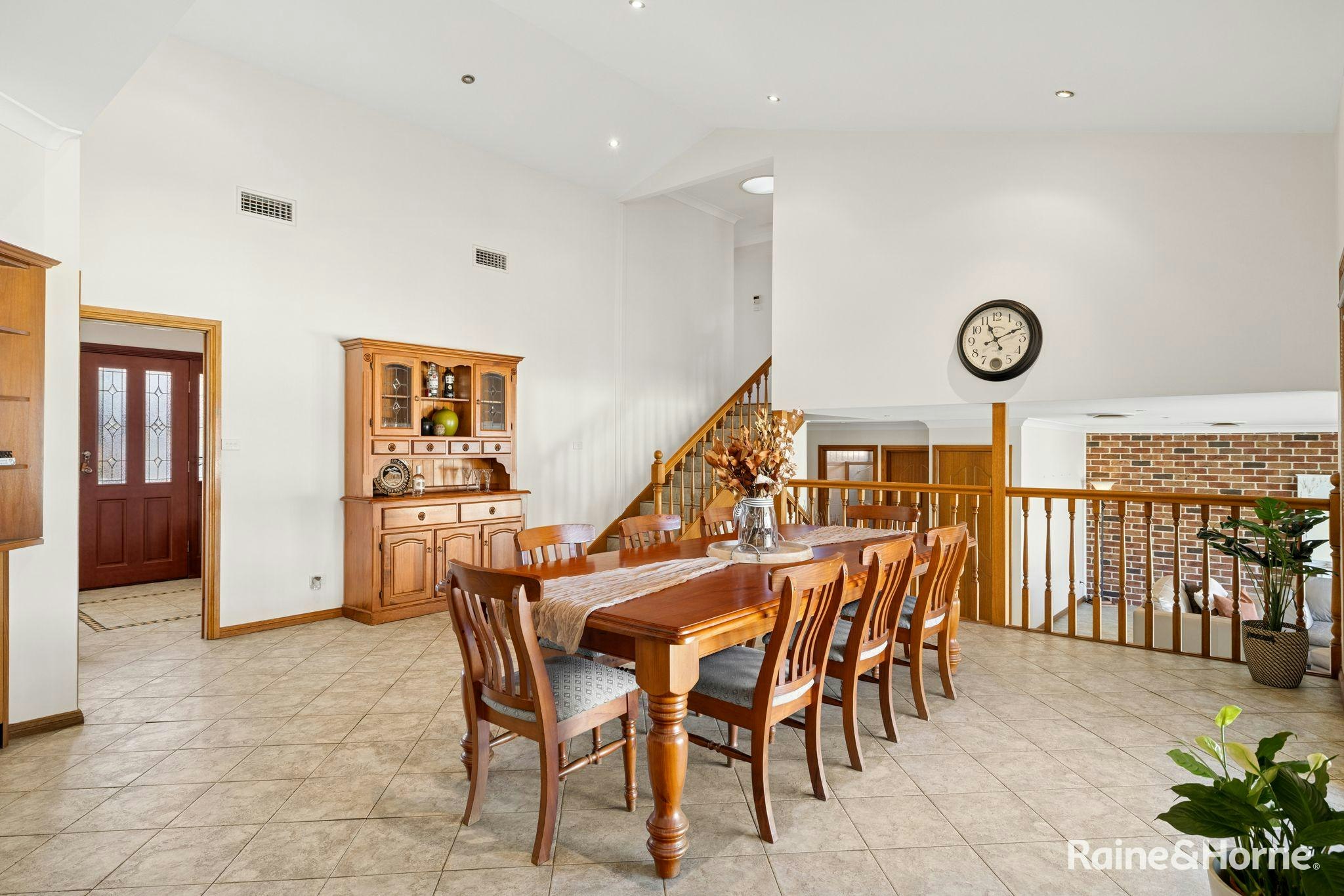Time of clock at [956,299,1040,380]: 11:11
